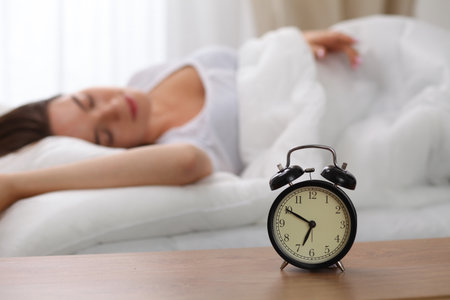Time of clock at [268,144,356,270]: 6:49
